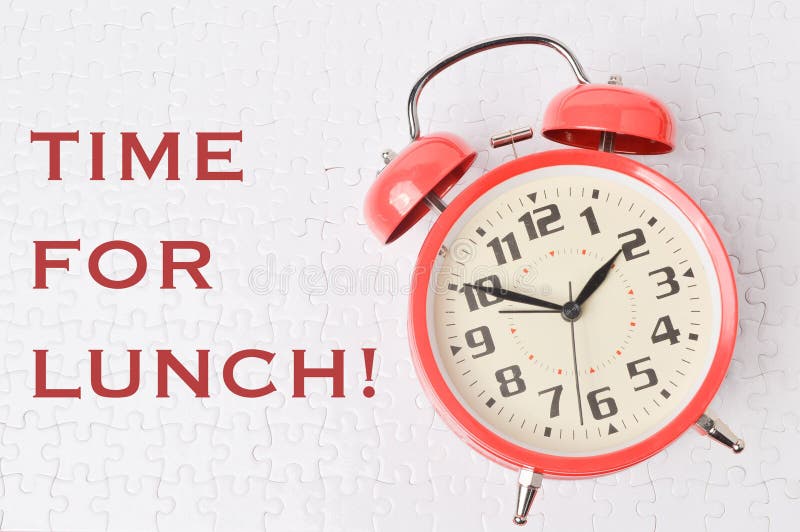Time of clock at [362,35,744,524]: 1:50
